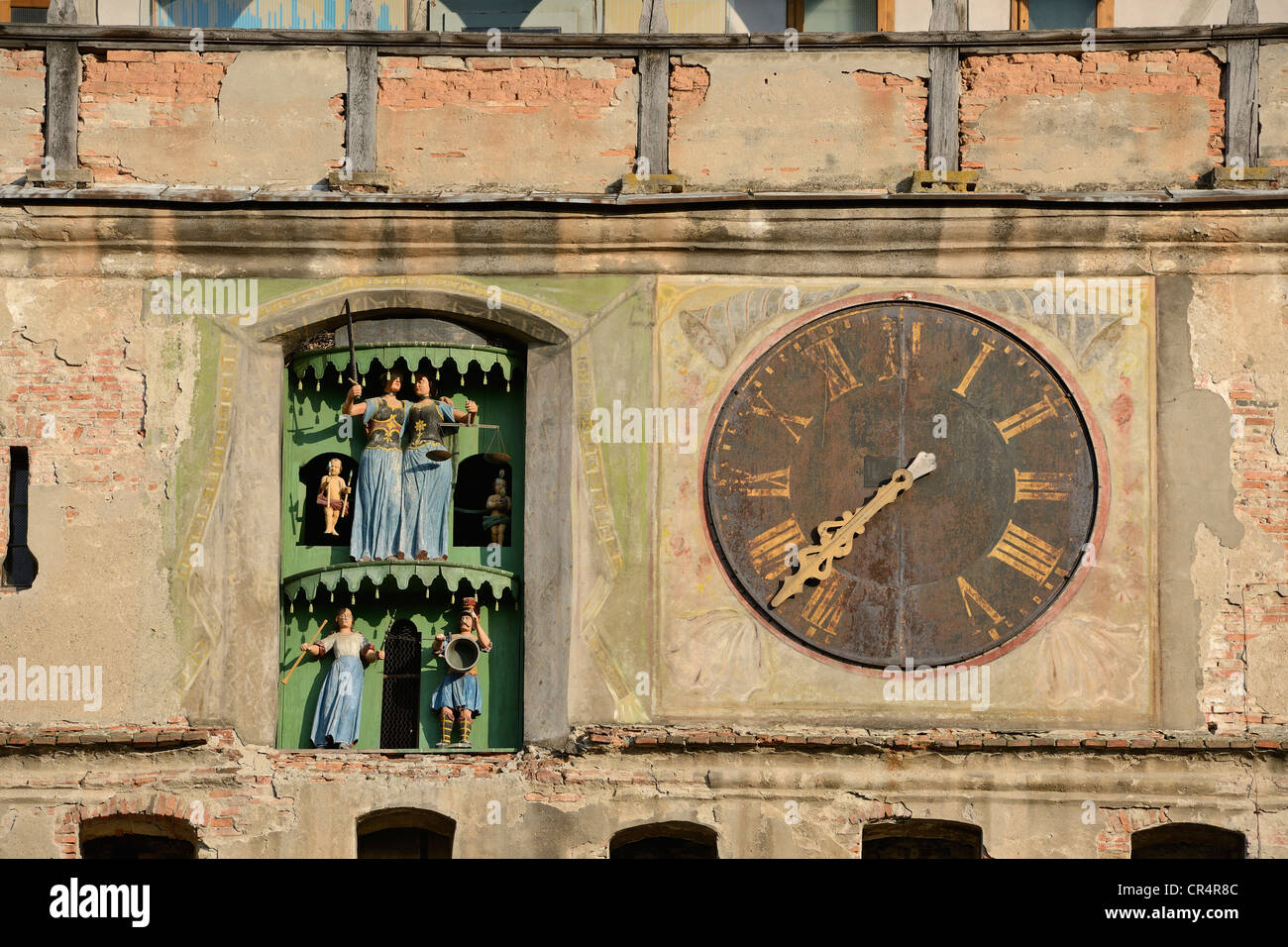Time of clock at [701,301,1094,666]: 7:37
